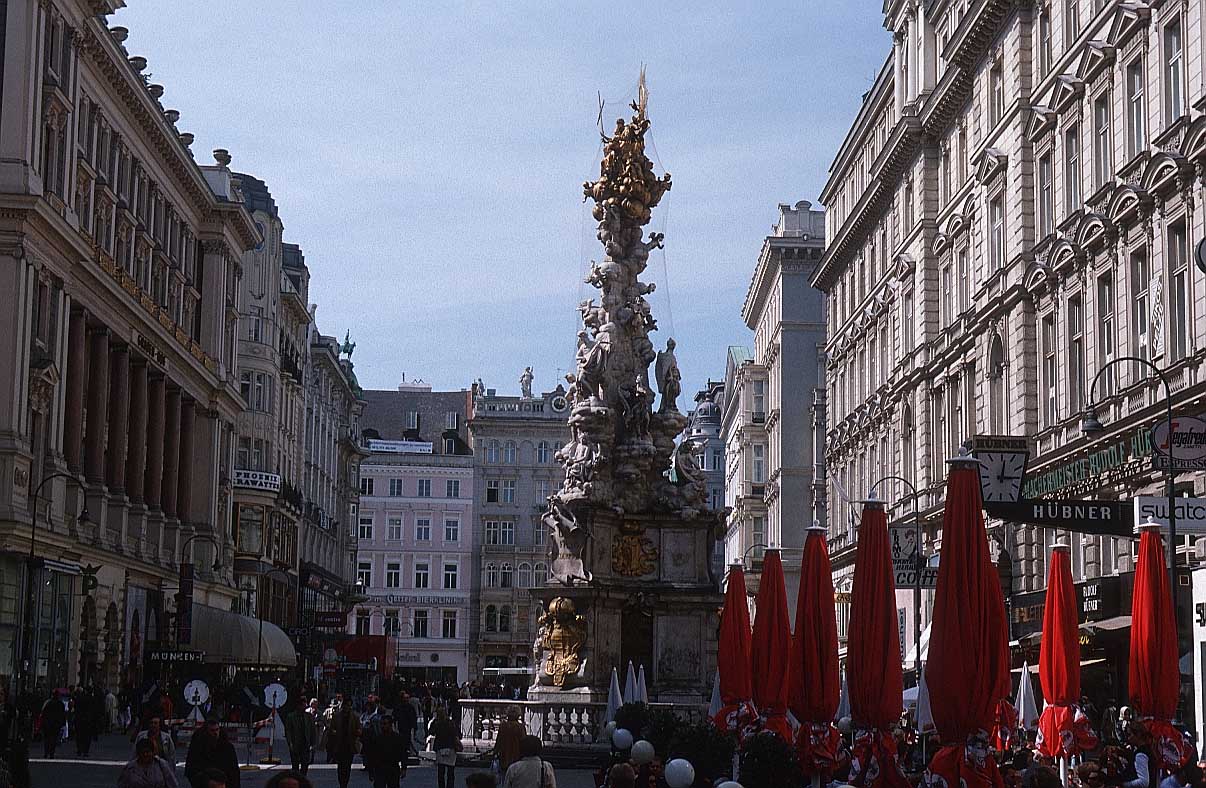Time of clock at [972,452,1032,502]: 12:14
